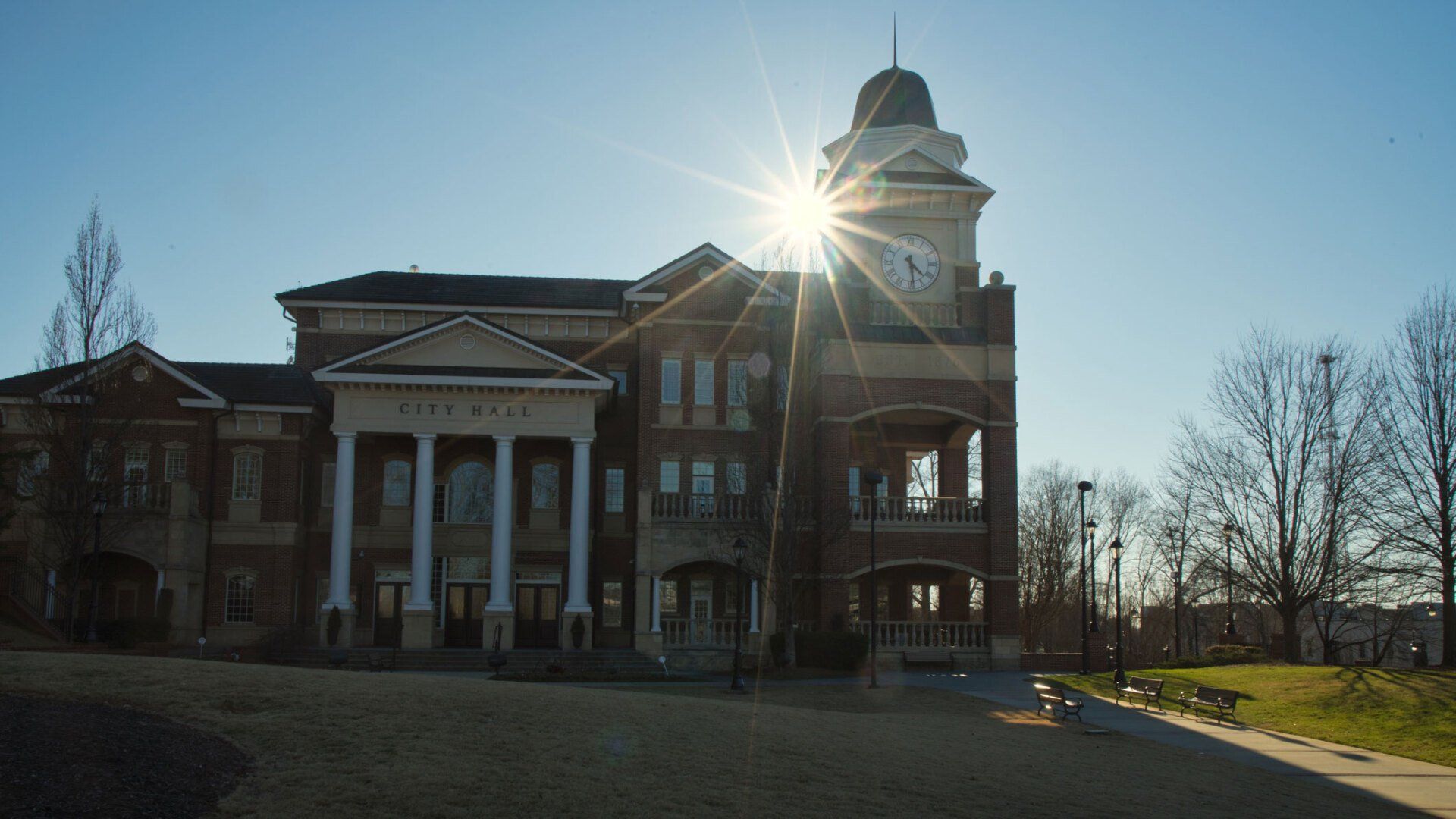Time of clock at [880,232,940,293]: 4:28
